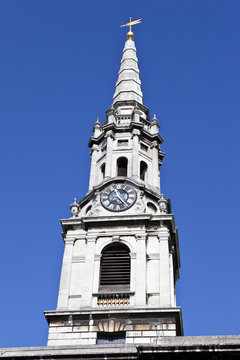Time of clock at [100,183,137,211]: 11:23
